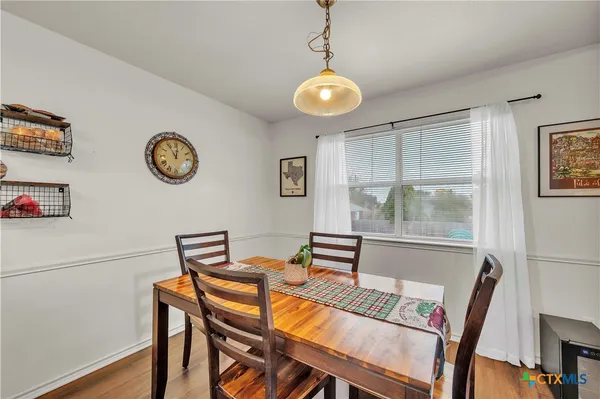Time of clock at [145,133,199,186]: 11:01
